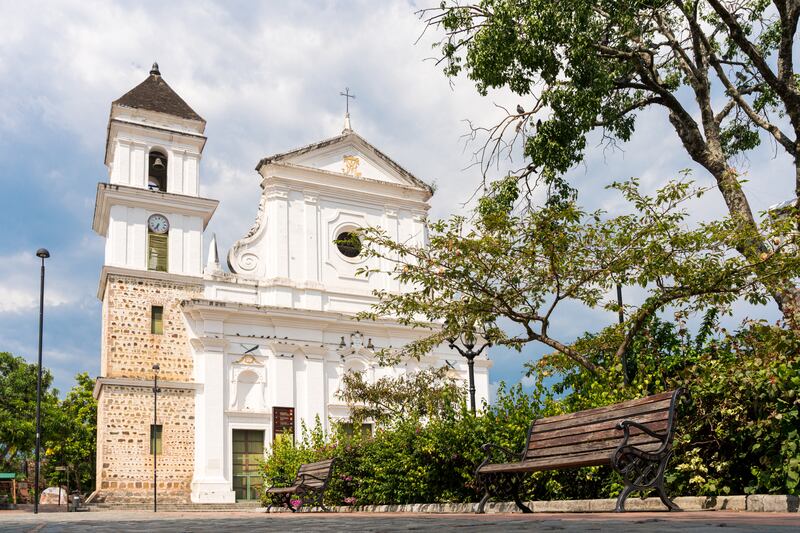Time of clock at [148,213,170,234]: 6:34
